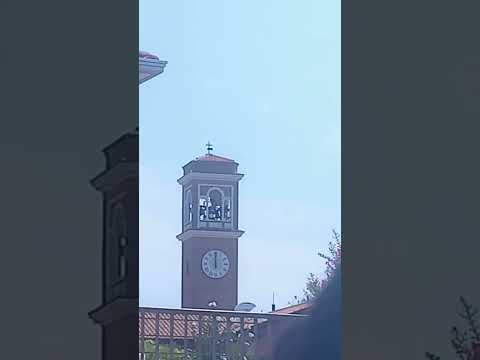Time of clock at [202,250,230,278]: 12:00
